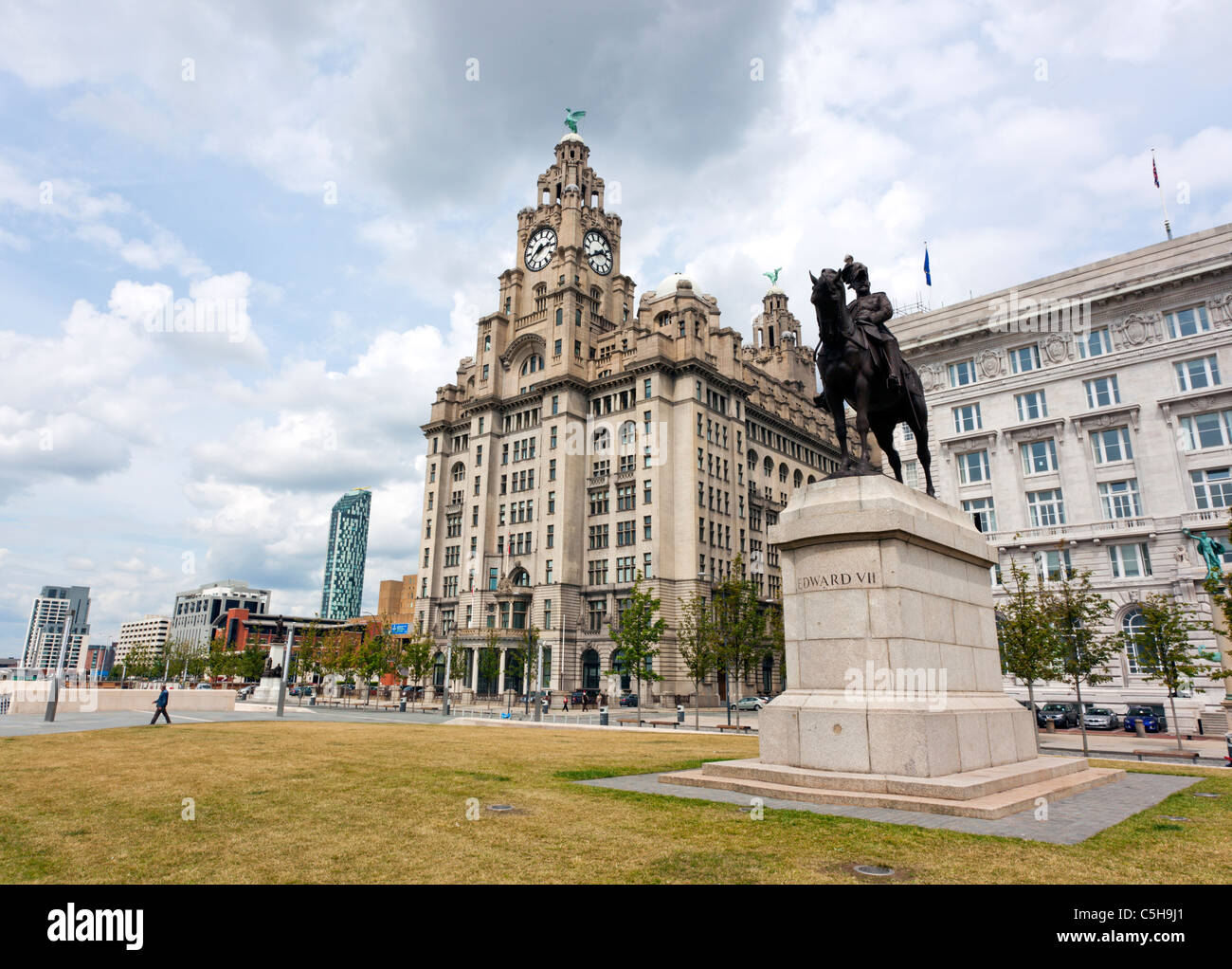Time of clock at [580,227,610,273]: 2:39
